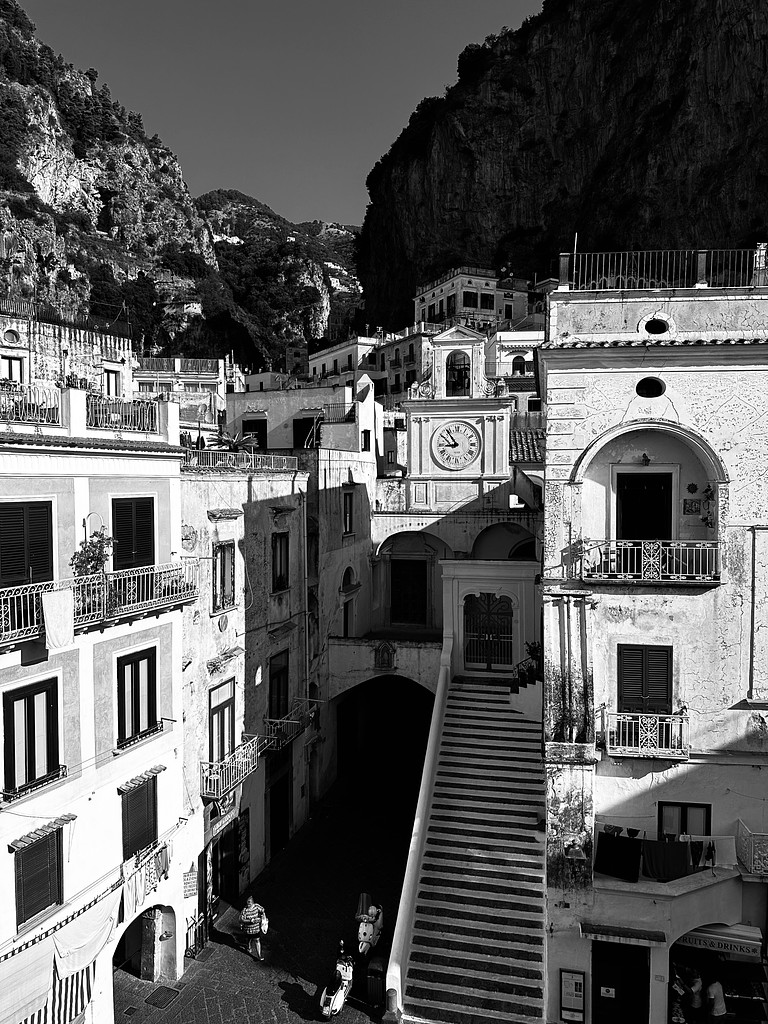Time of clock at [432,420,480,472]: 8:53
